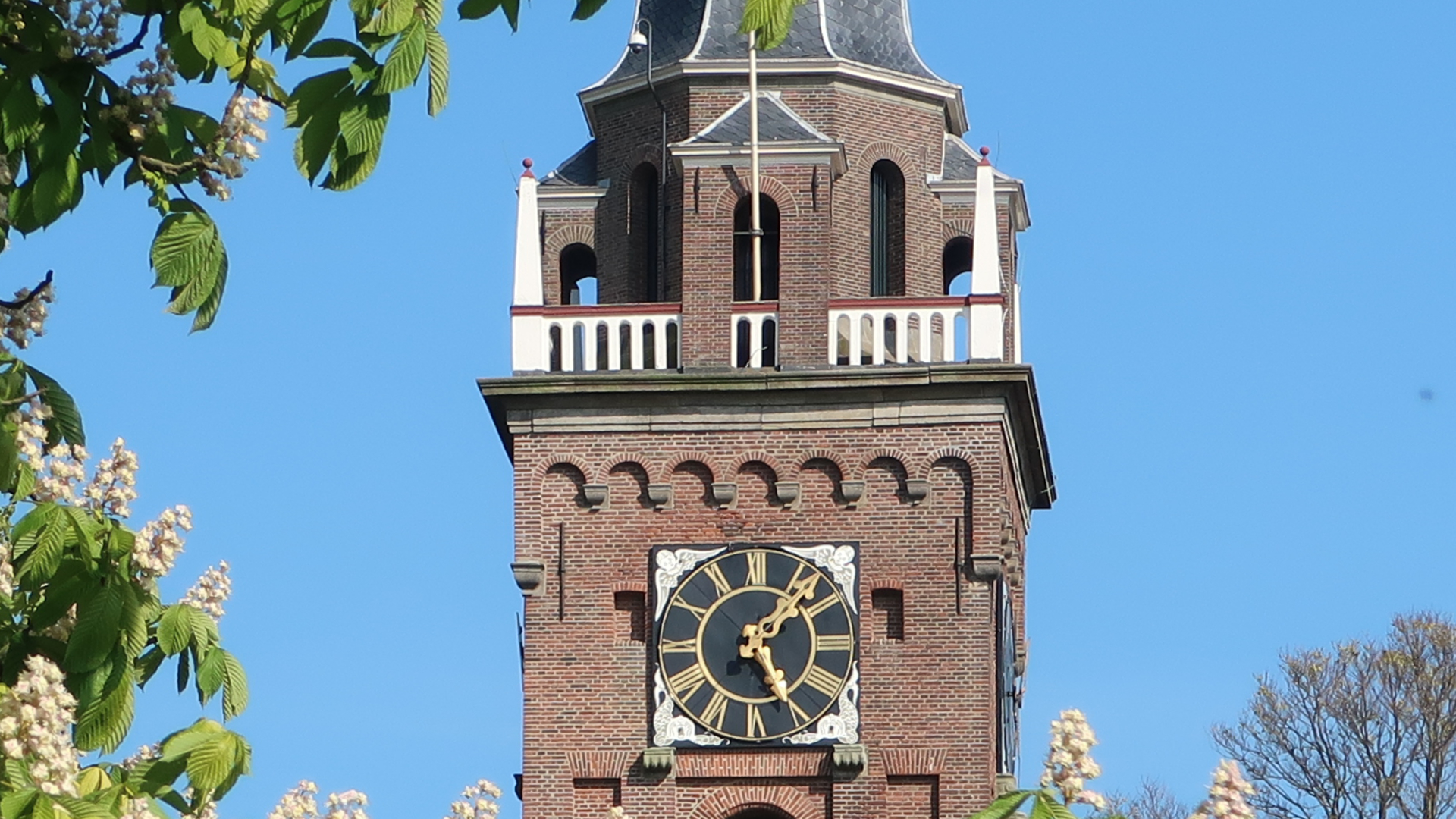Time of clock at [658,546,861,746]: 5:07
